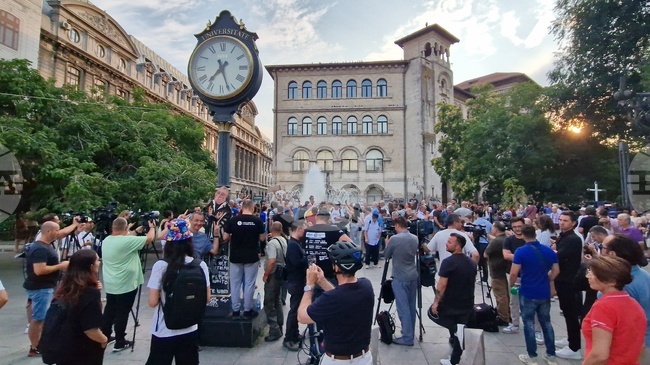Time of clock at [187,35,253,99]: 7:27
